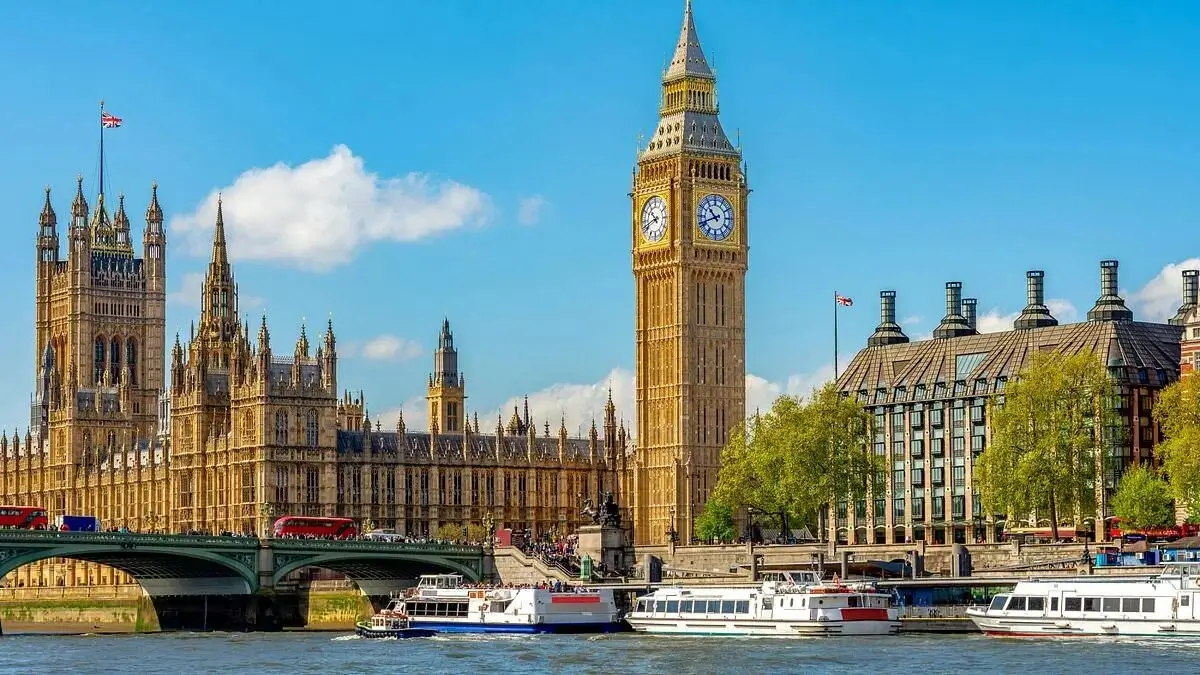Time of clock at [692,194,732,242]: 10:41
